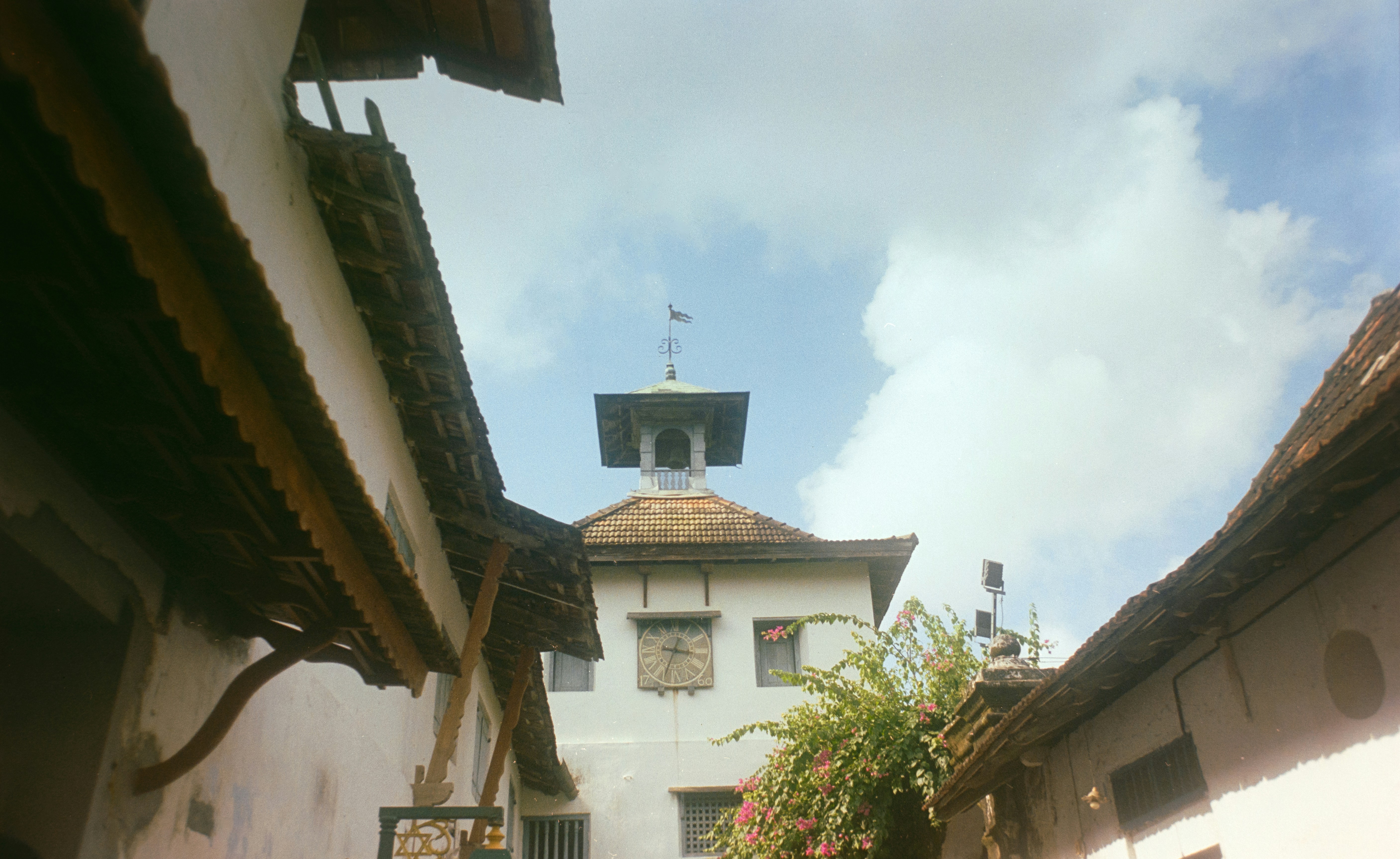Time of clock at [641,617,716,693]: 12:33
